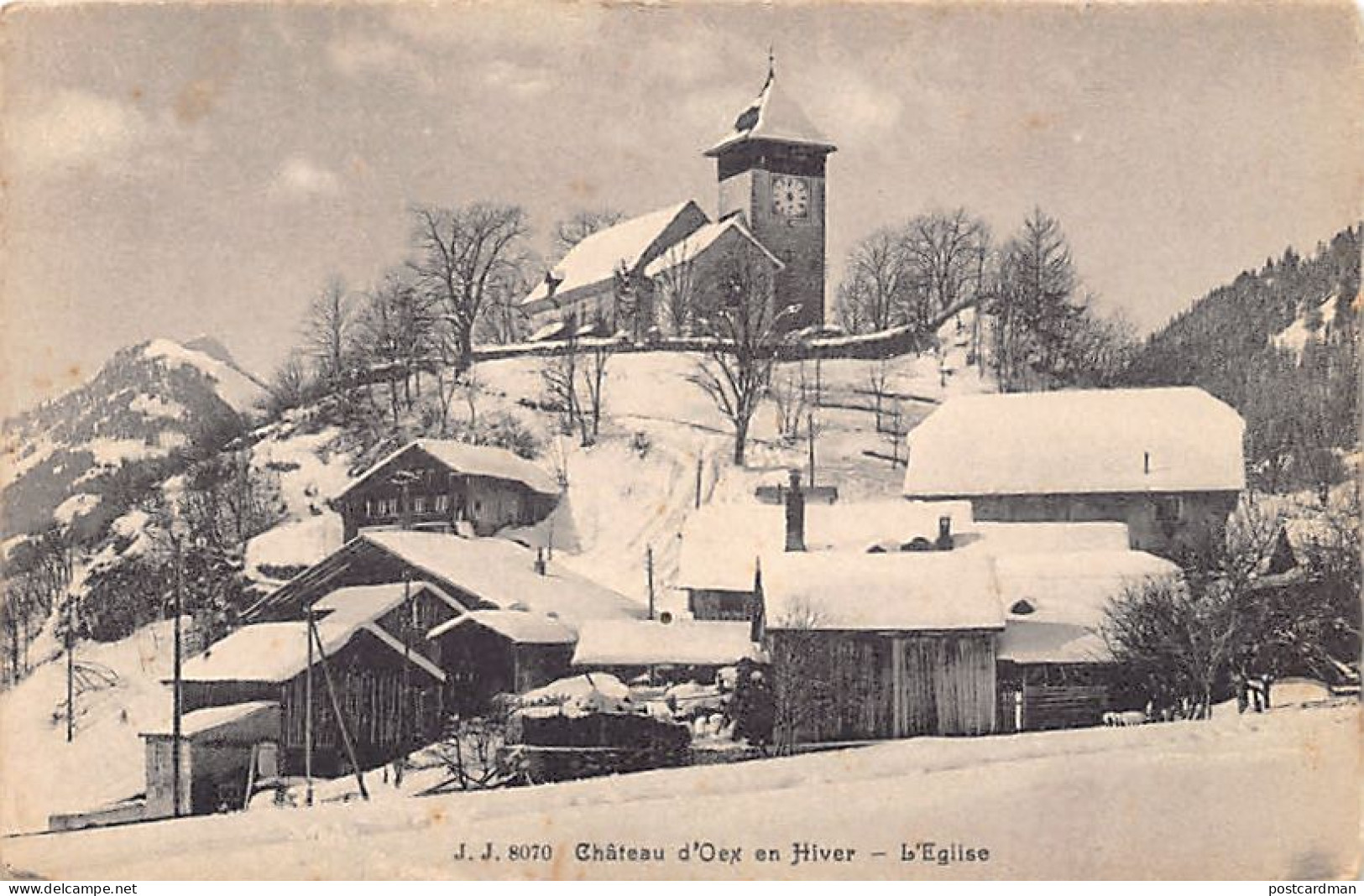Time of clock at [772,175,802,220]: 5:59
